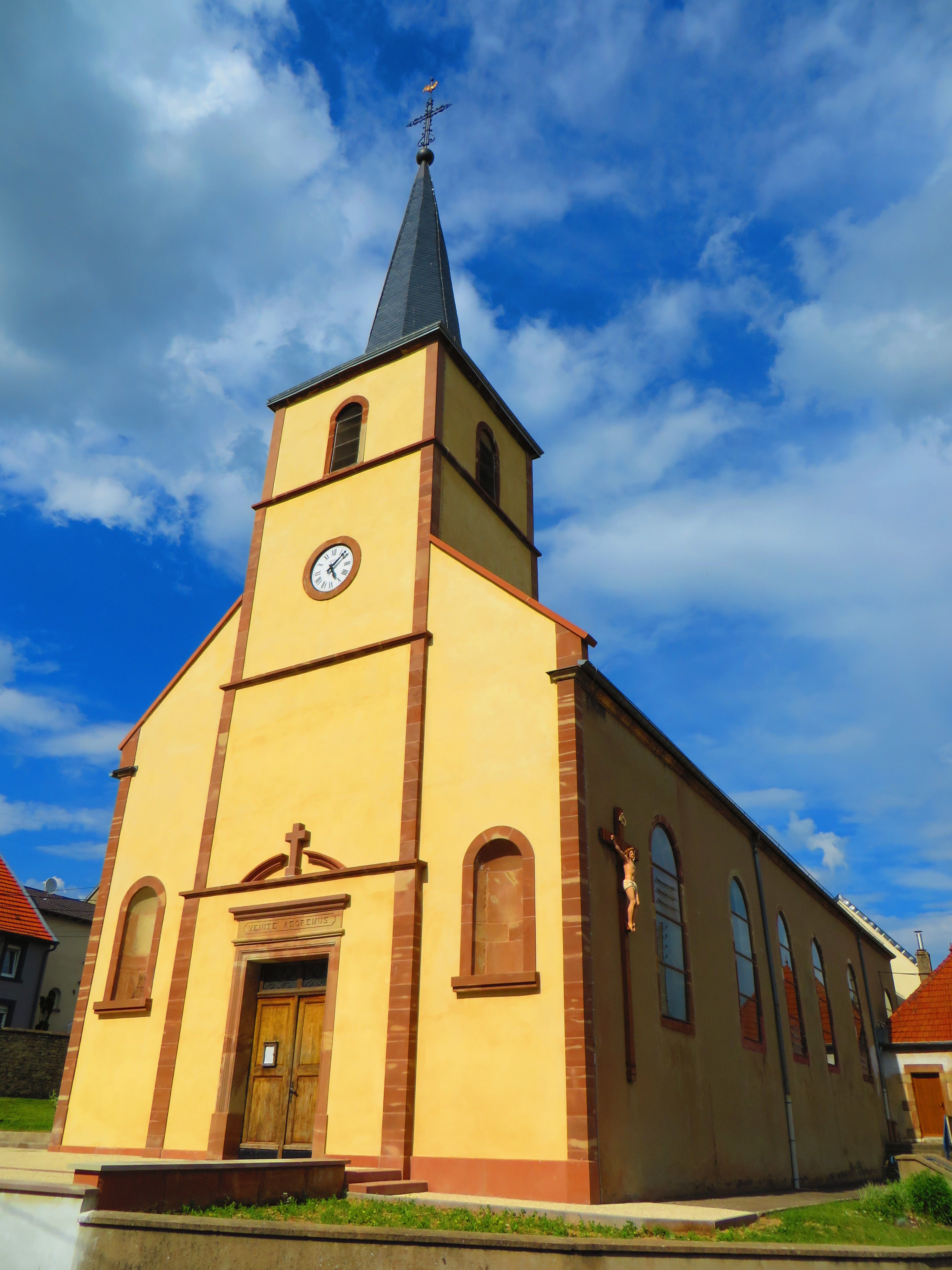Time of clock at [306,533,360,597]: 5:08
